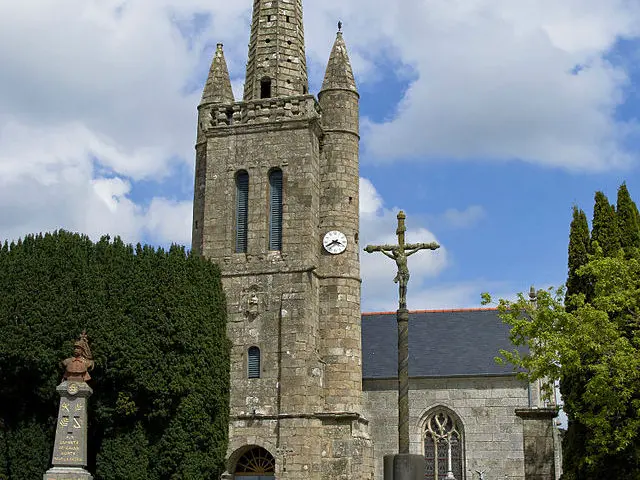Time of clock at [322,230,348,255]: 3:40
